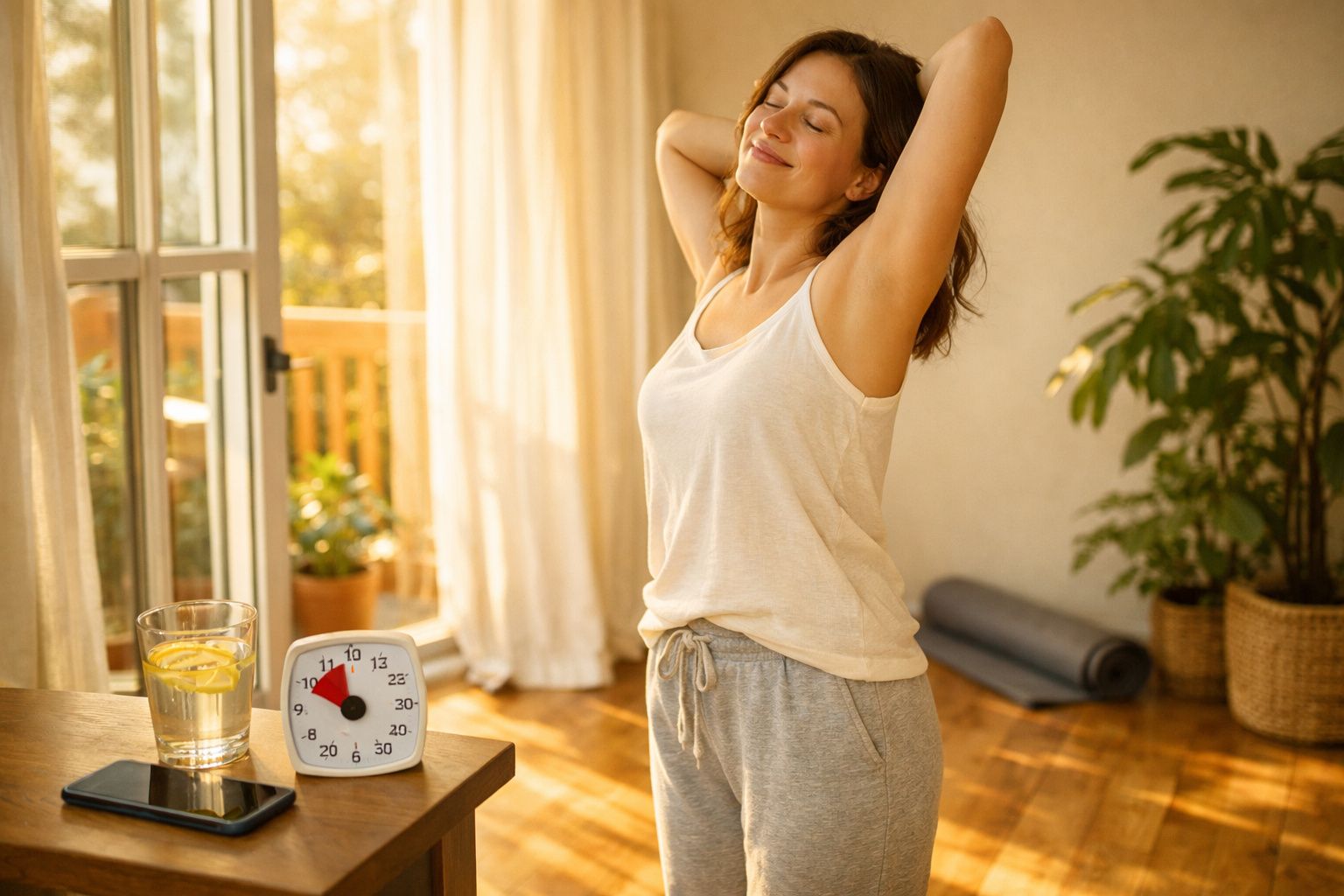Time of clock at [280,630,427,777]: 11:49
